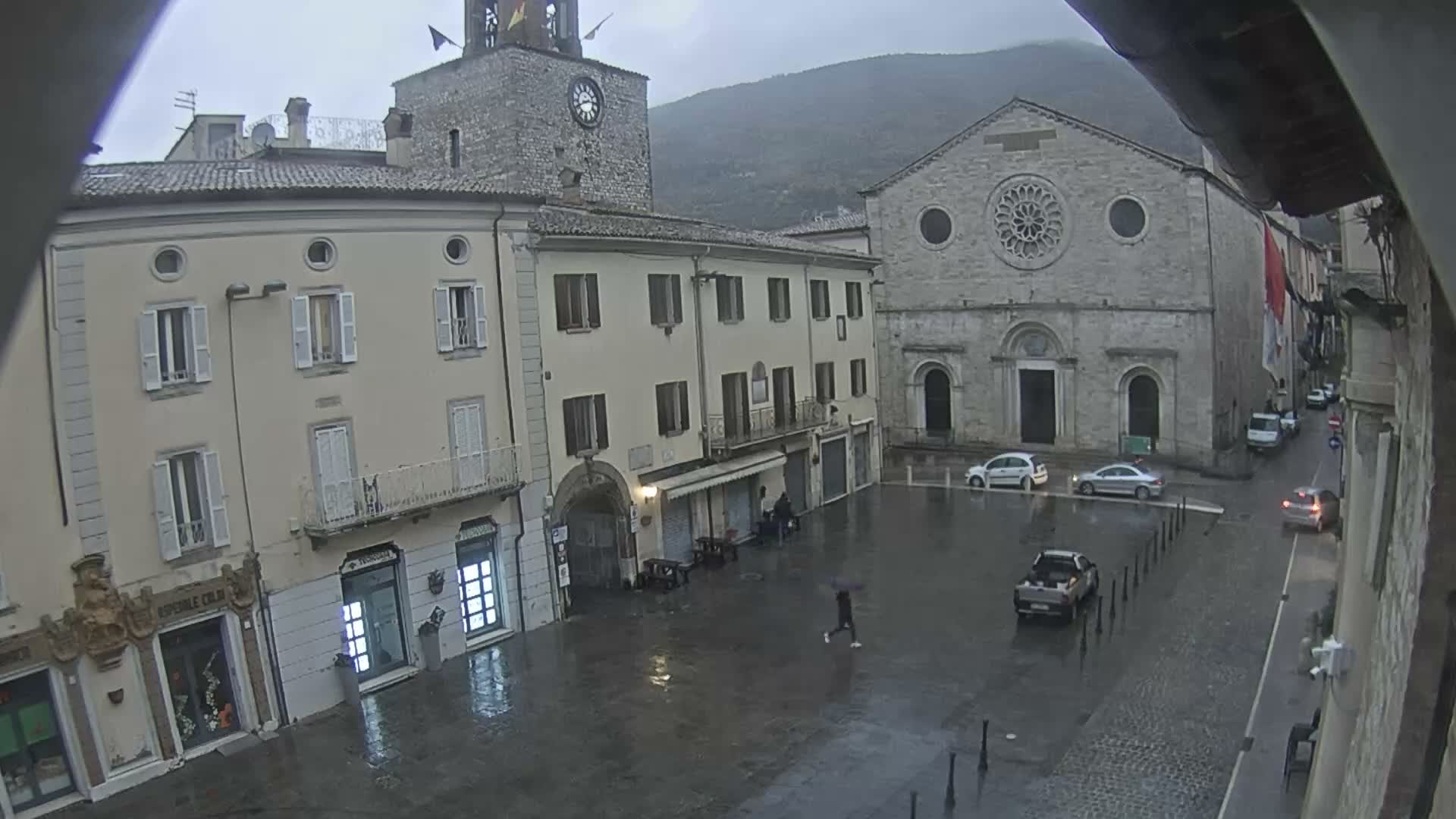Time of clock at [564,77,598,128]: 2:40
